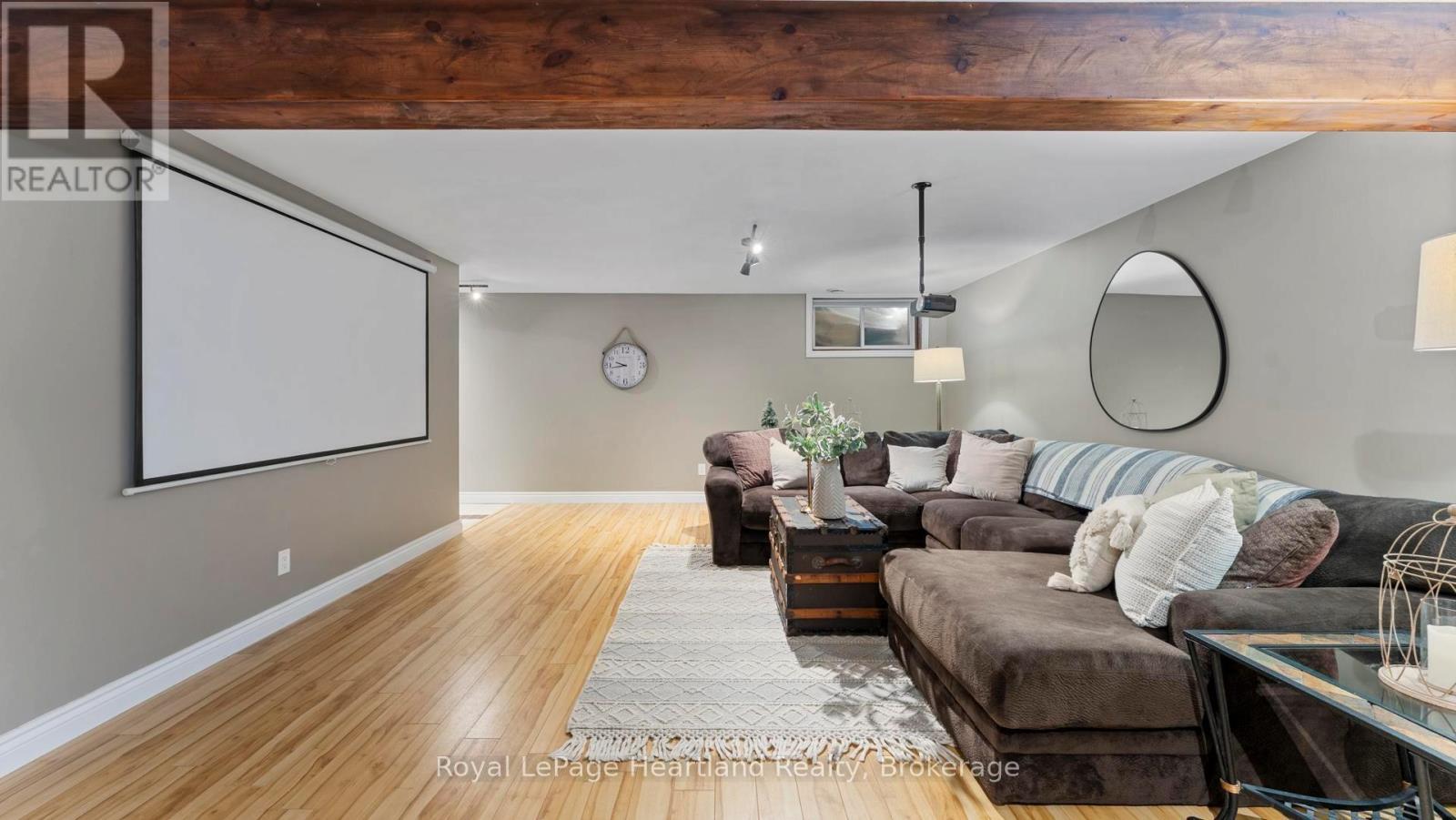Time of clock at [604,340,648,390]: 9:43
